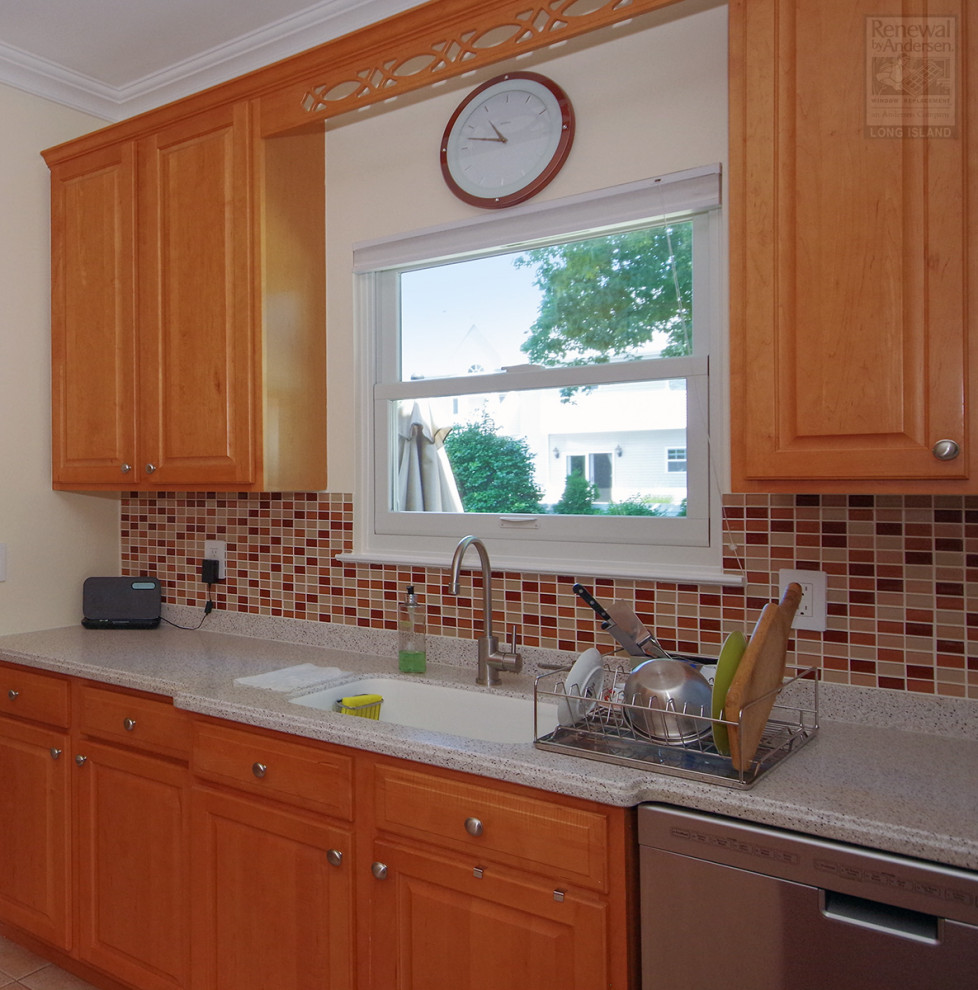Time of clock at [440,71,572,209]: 10:47
